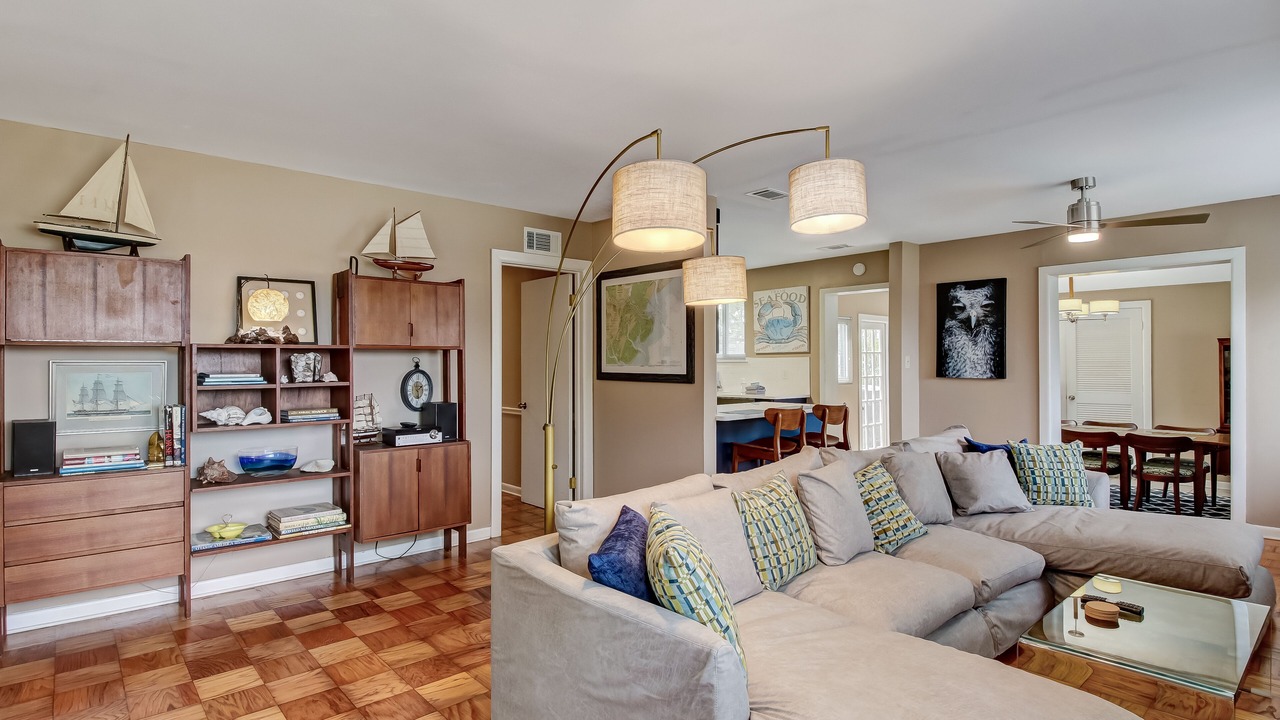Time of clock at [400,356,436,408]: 6:11
